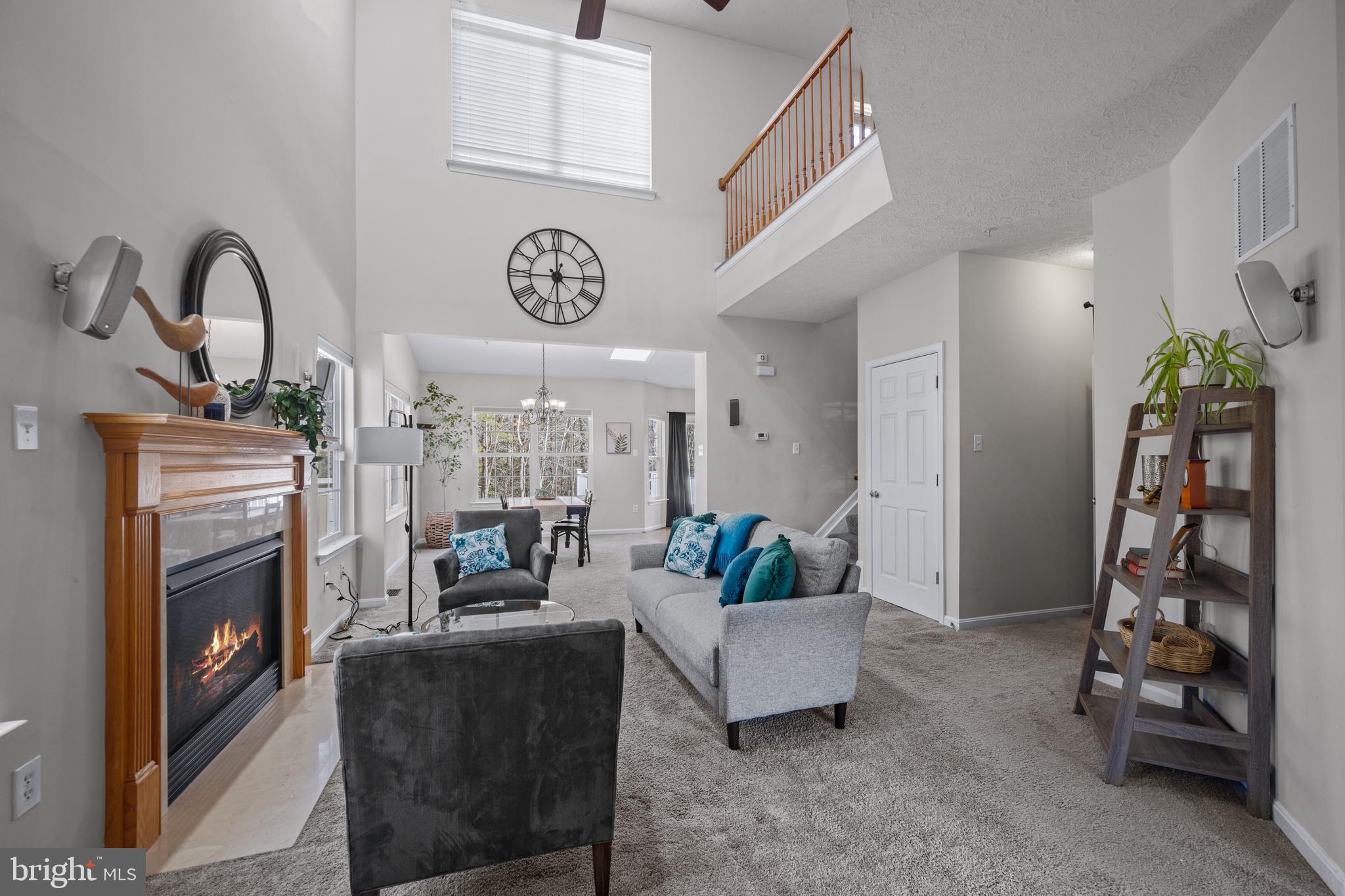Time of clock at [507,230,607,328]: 2:59
